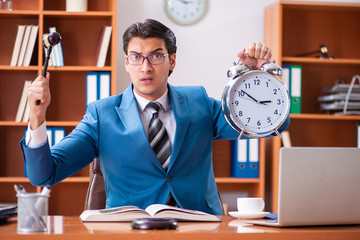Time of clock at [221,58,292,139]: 2:51
